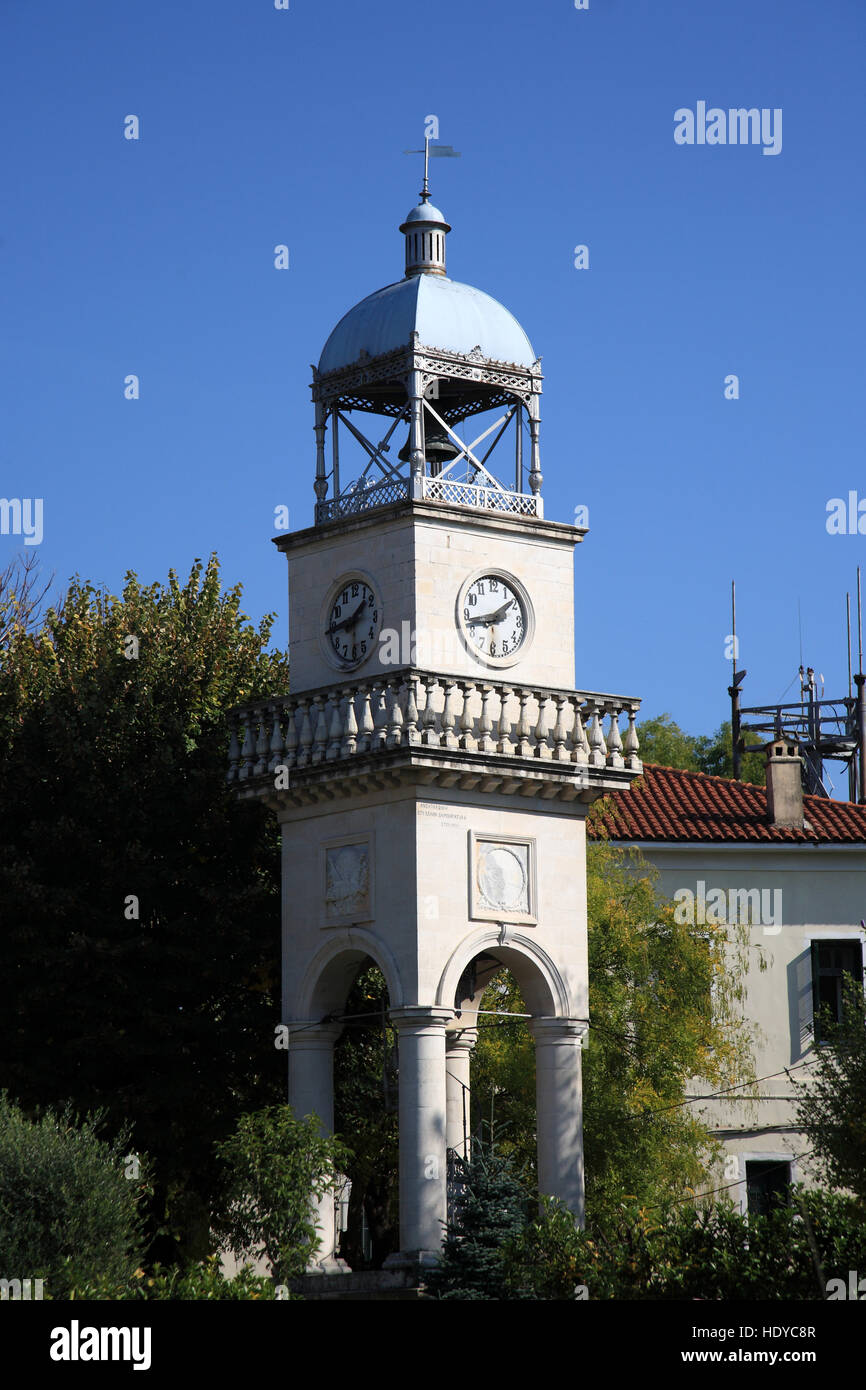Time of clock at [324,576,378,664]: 1:44
